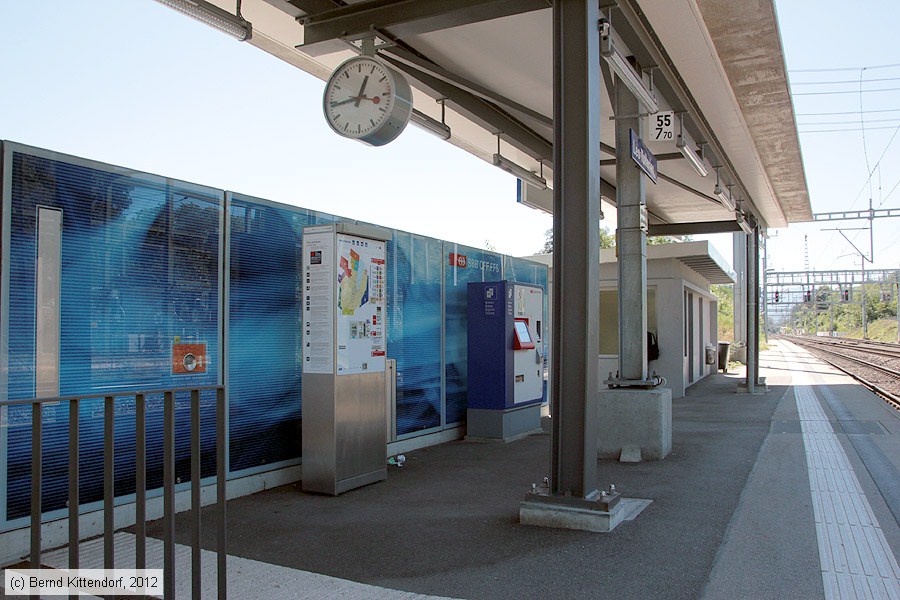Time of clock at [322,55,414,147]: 12:44
